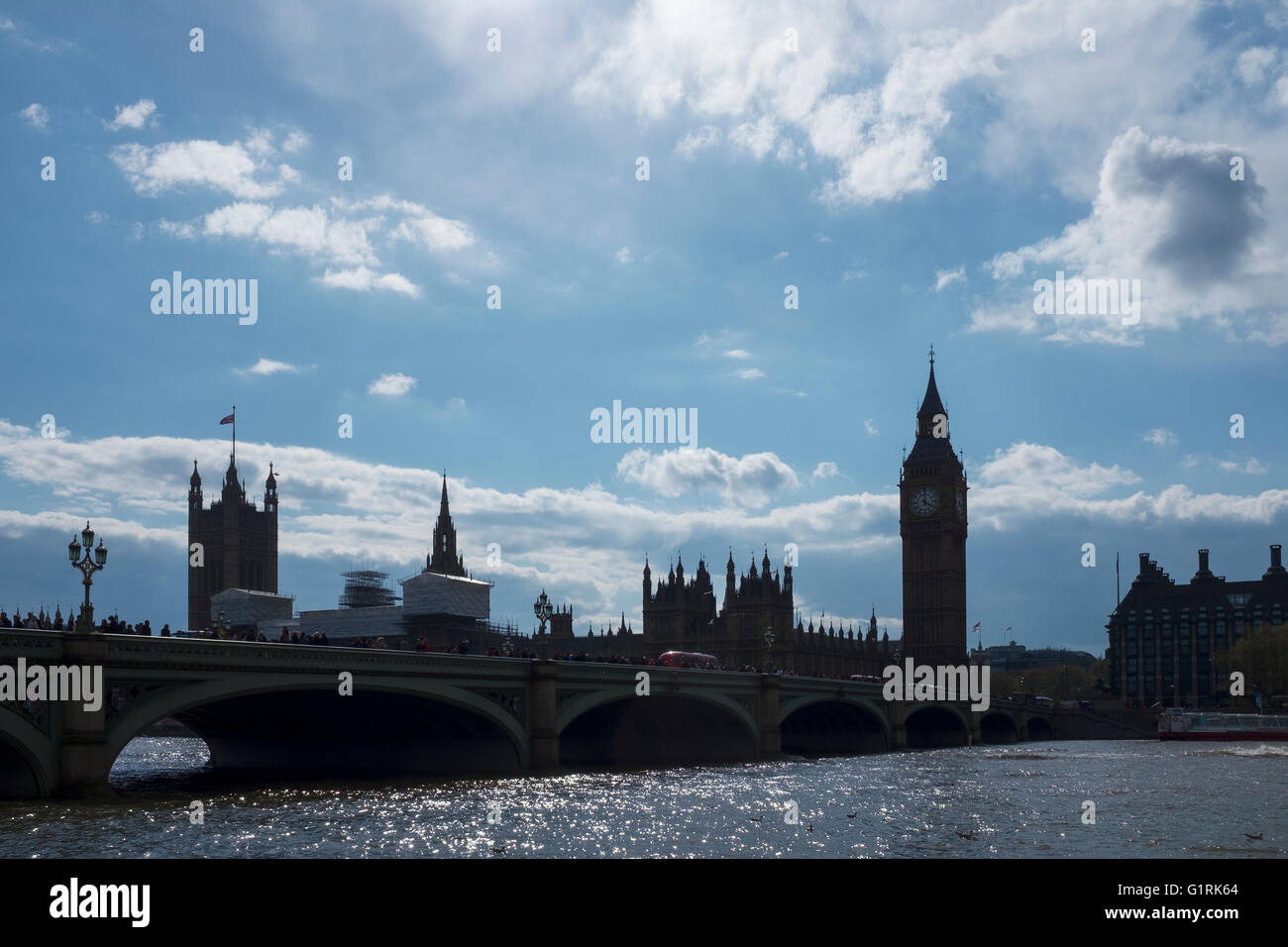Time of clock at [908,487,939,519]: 4:00
